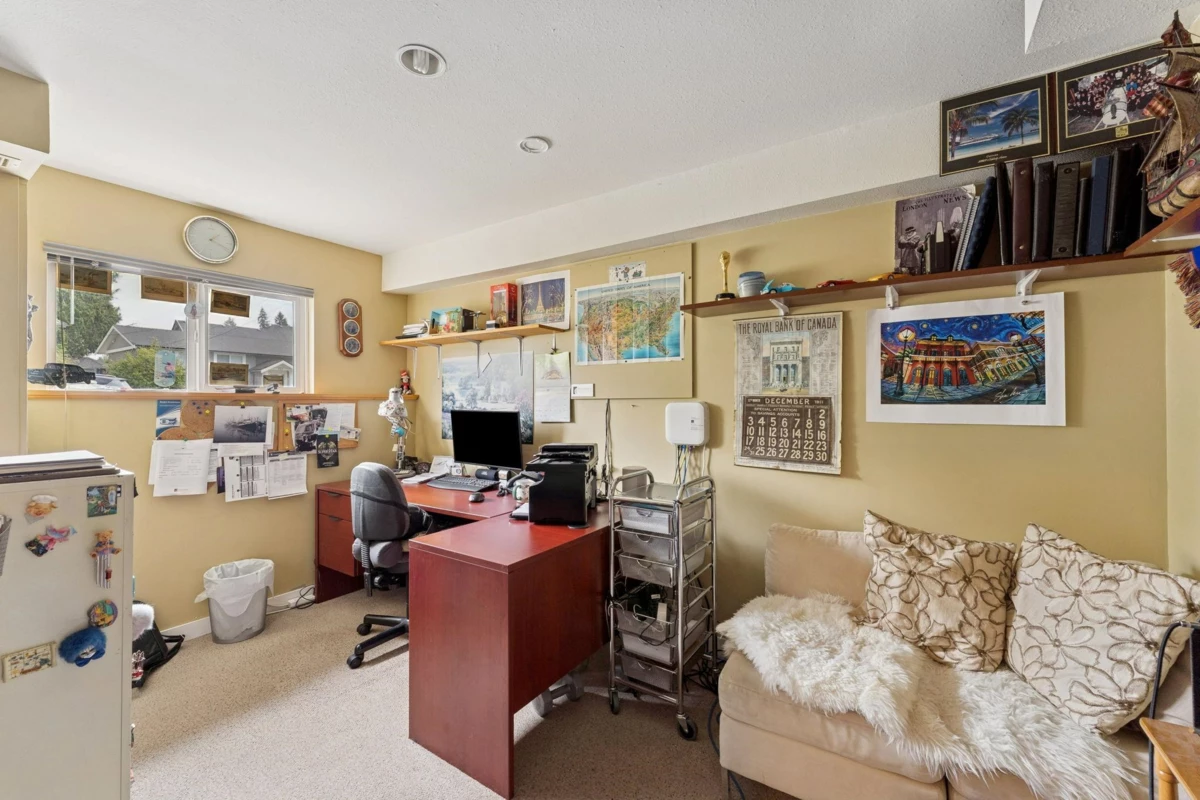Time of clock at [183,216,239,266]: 1:18
